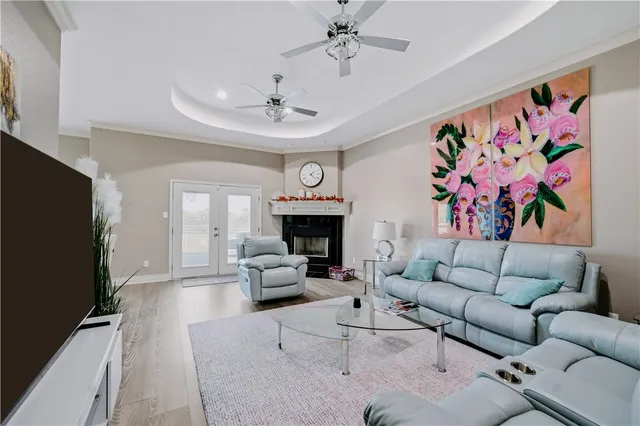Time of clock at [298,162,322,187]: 1:22
